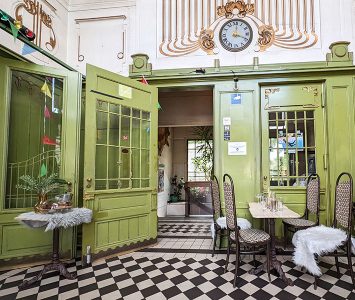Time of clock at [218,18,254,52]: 12:18
